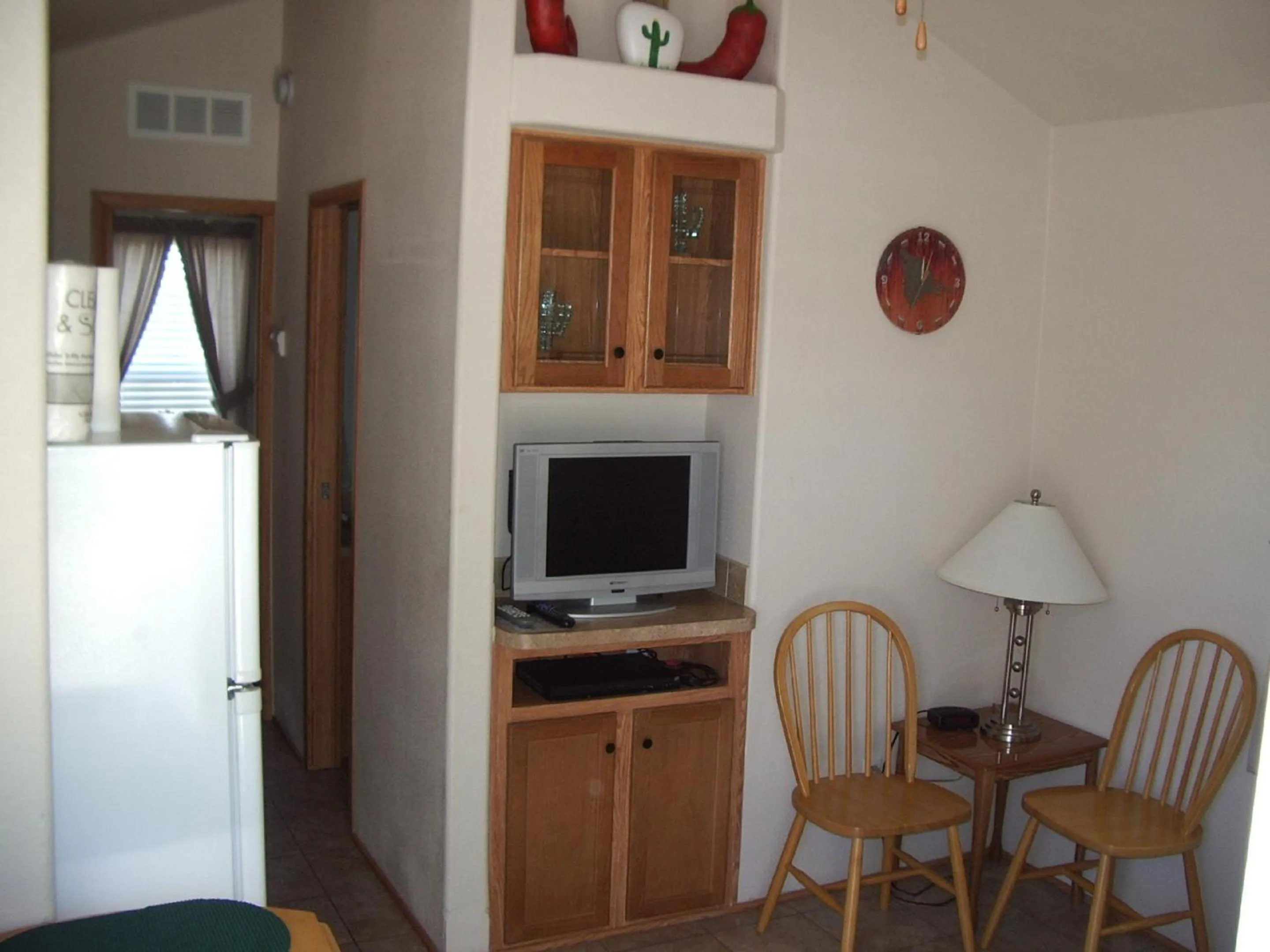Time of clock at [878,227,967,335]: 12:16
